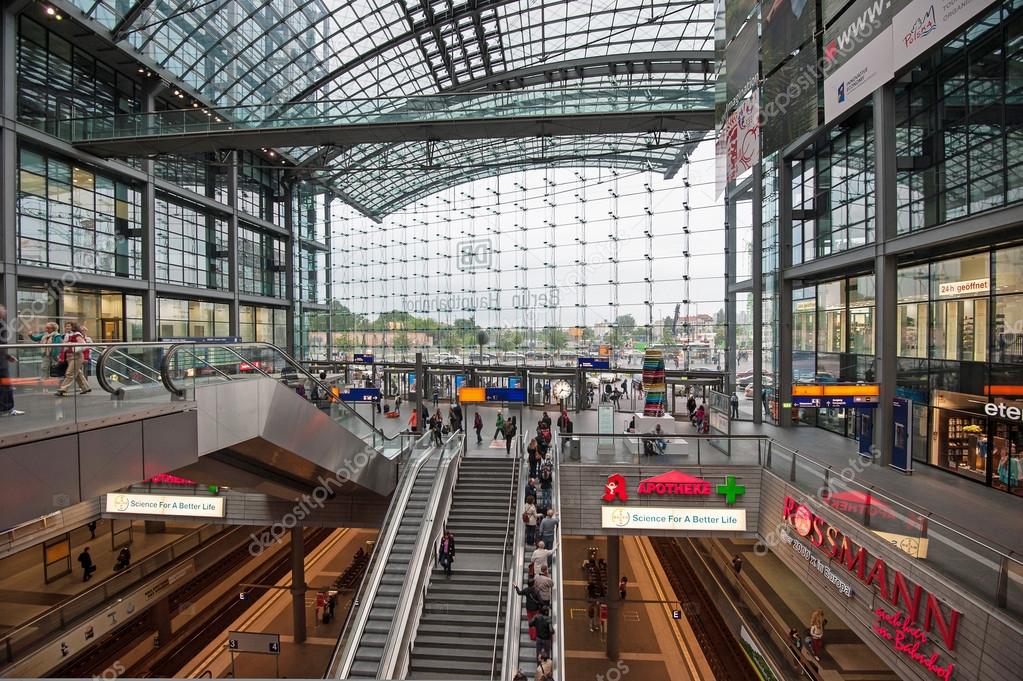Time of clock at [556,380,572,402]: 7:17
